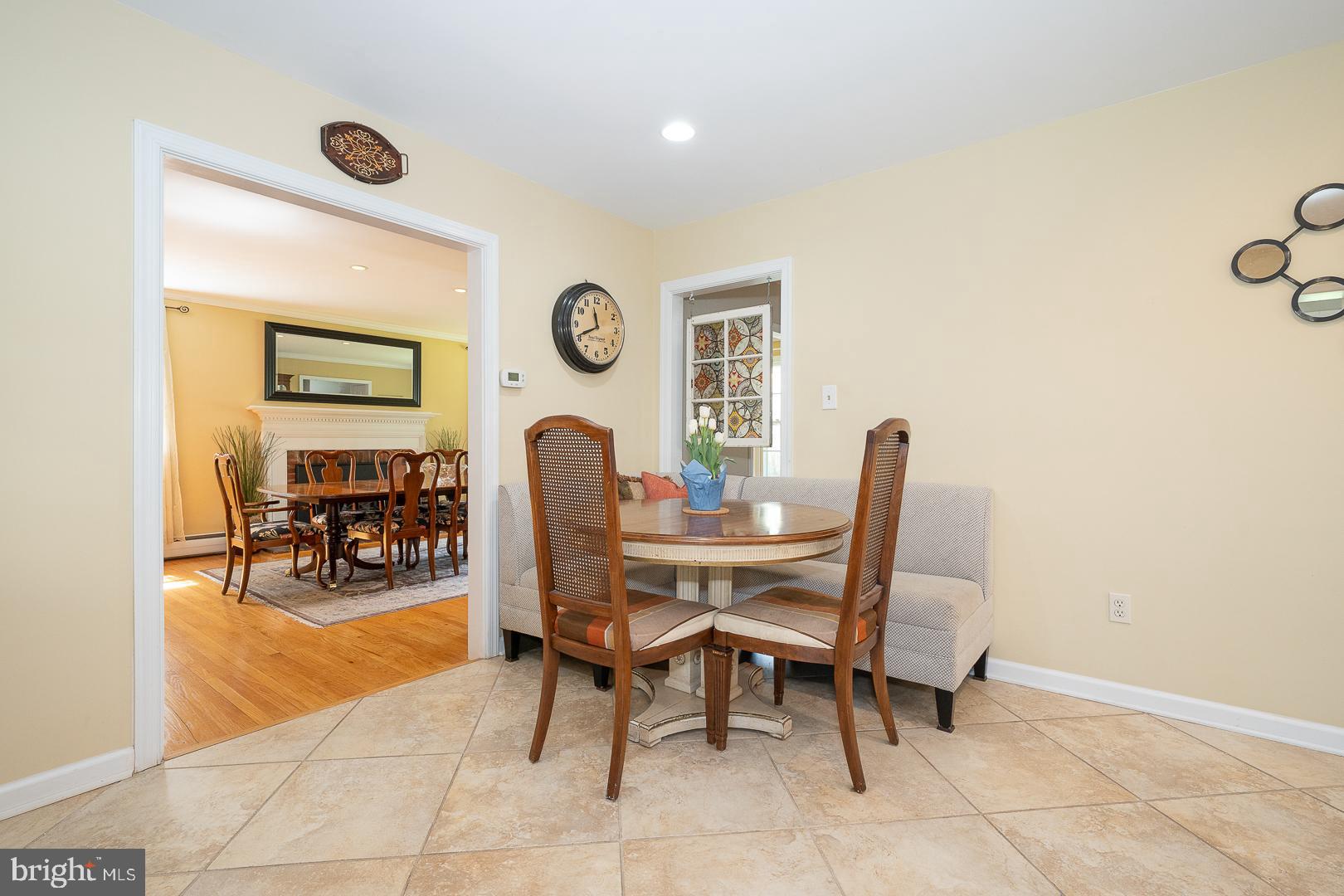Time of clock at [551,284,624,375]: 11:41
